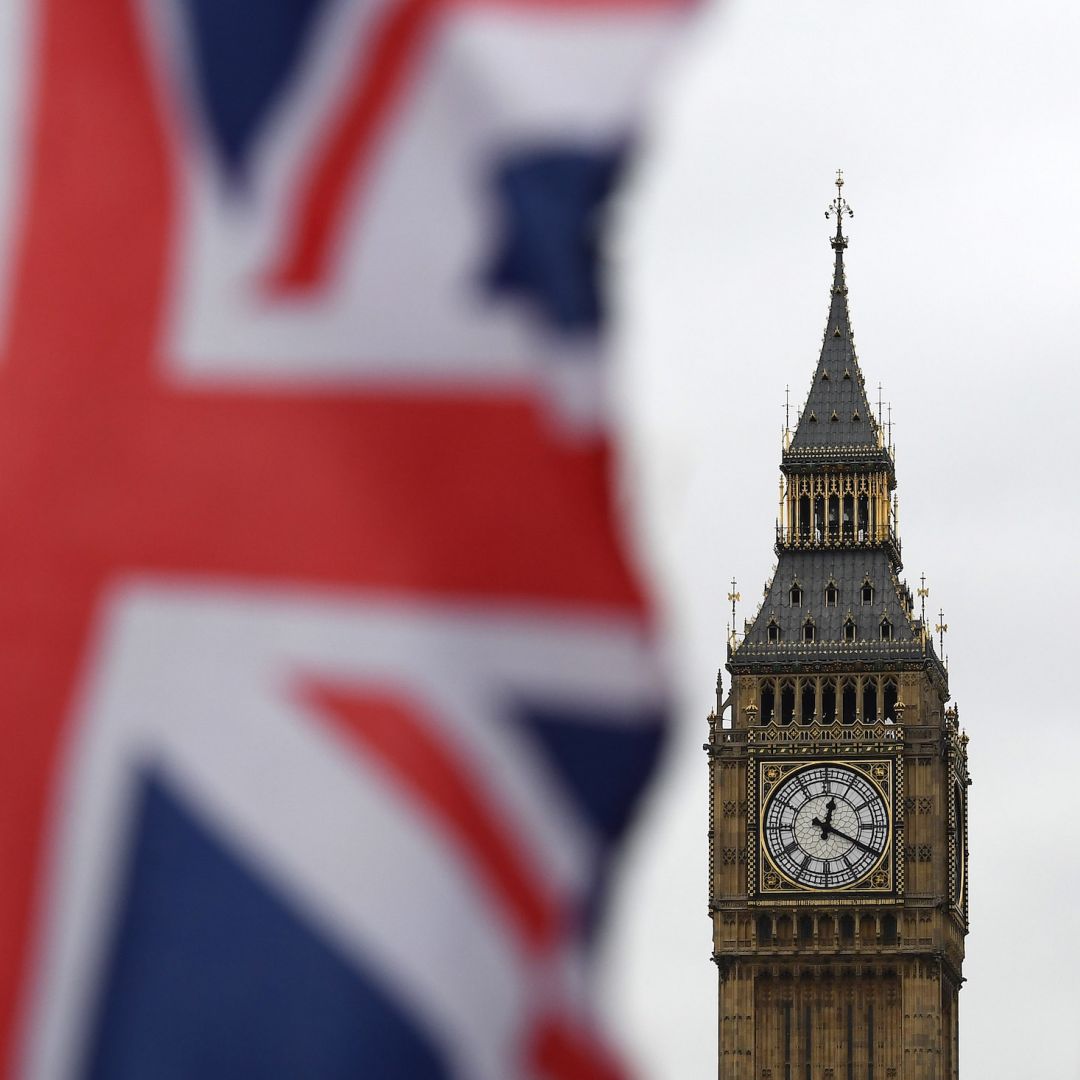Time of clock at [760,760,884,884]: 12:19
